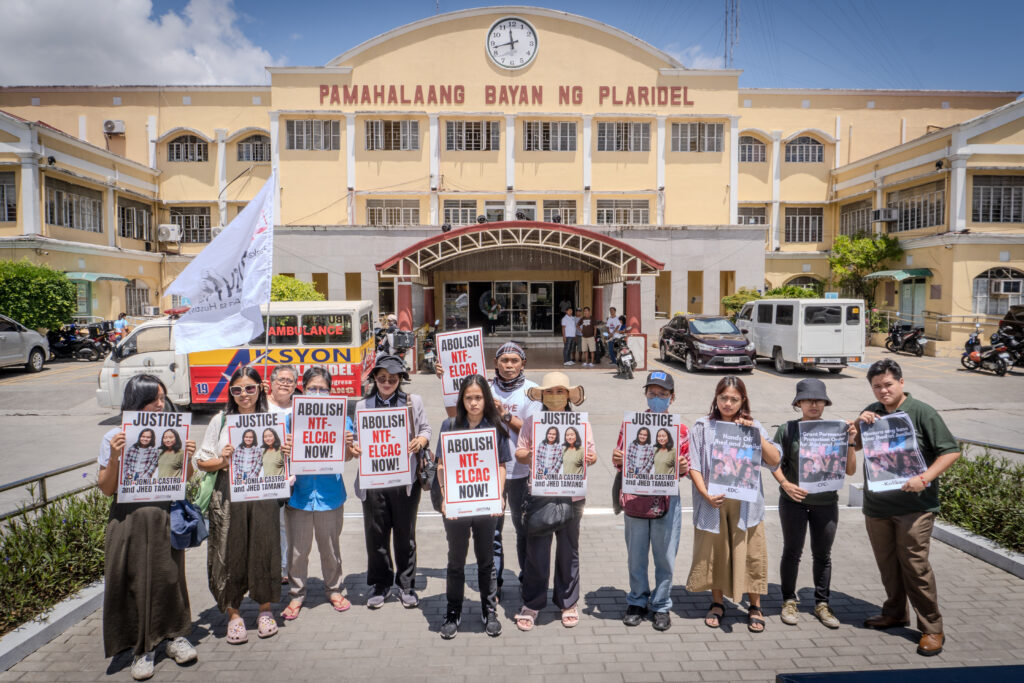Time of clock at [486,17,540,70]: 11:42
